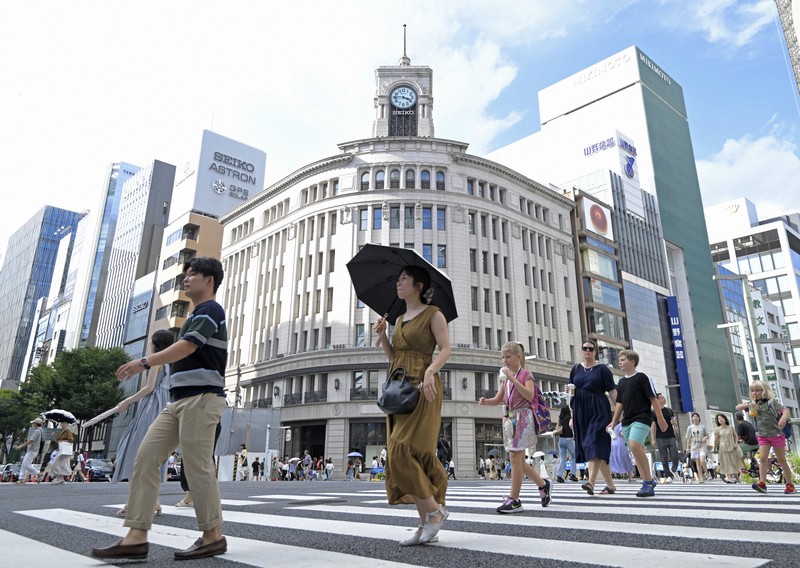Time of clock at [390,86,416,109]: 3:45
